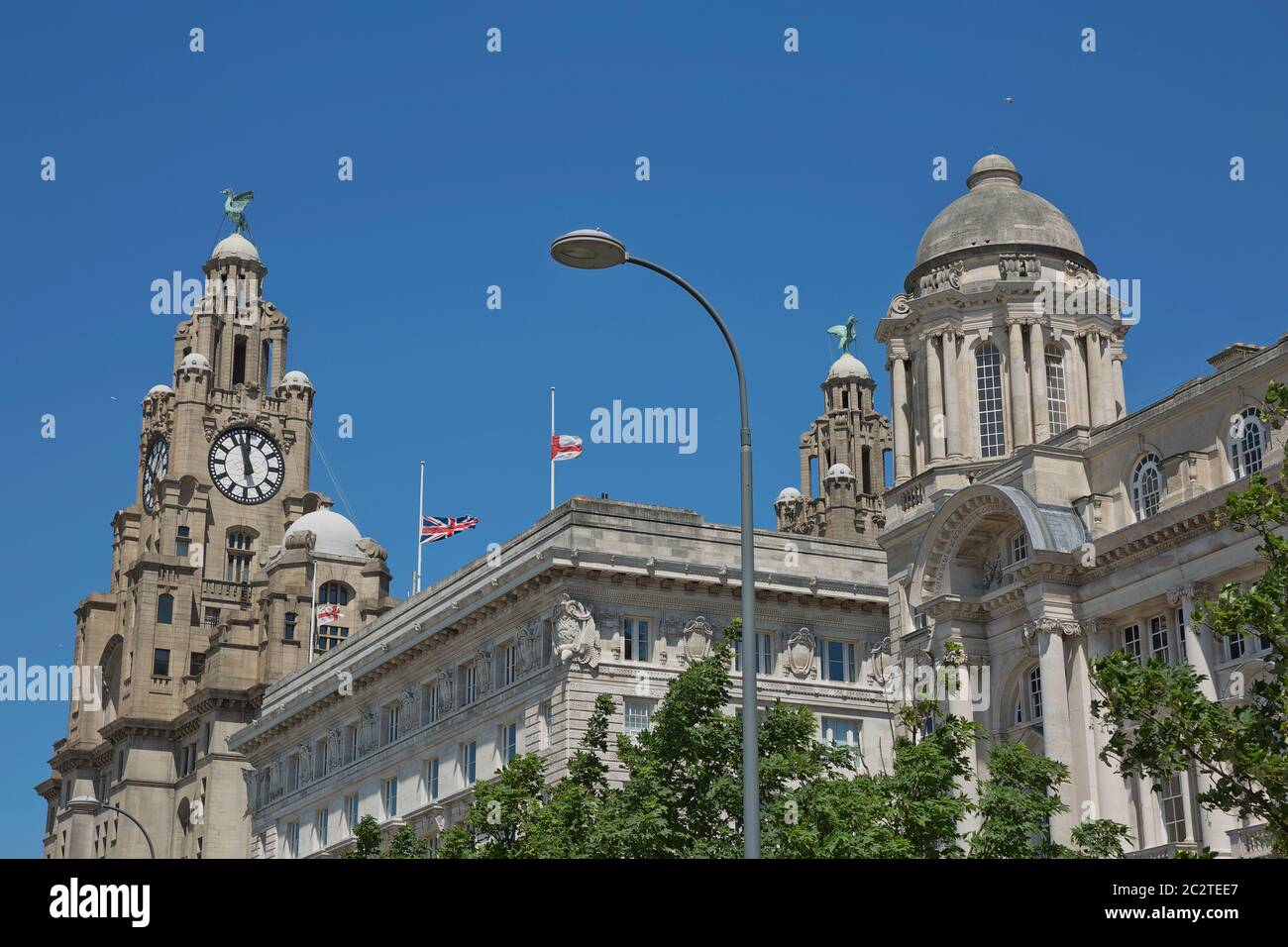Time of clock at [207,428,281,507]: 11:57
